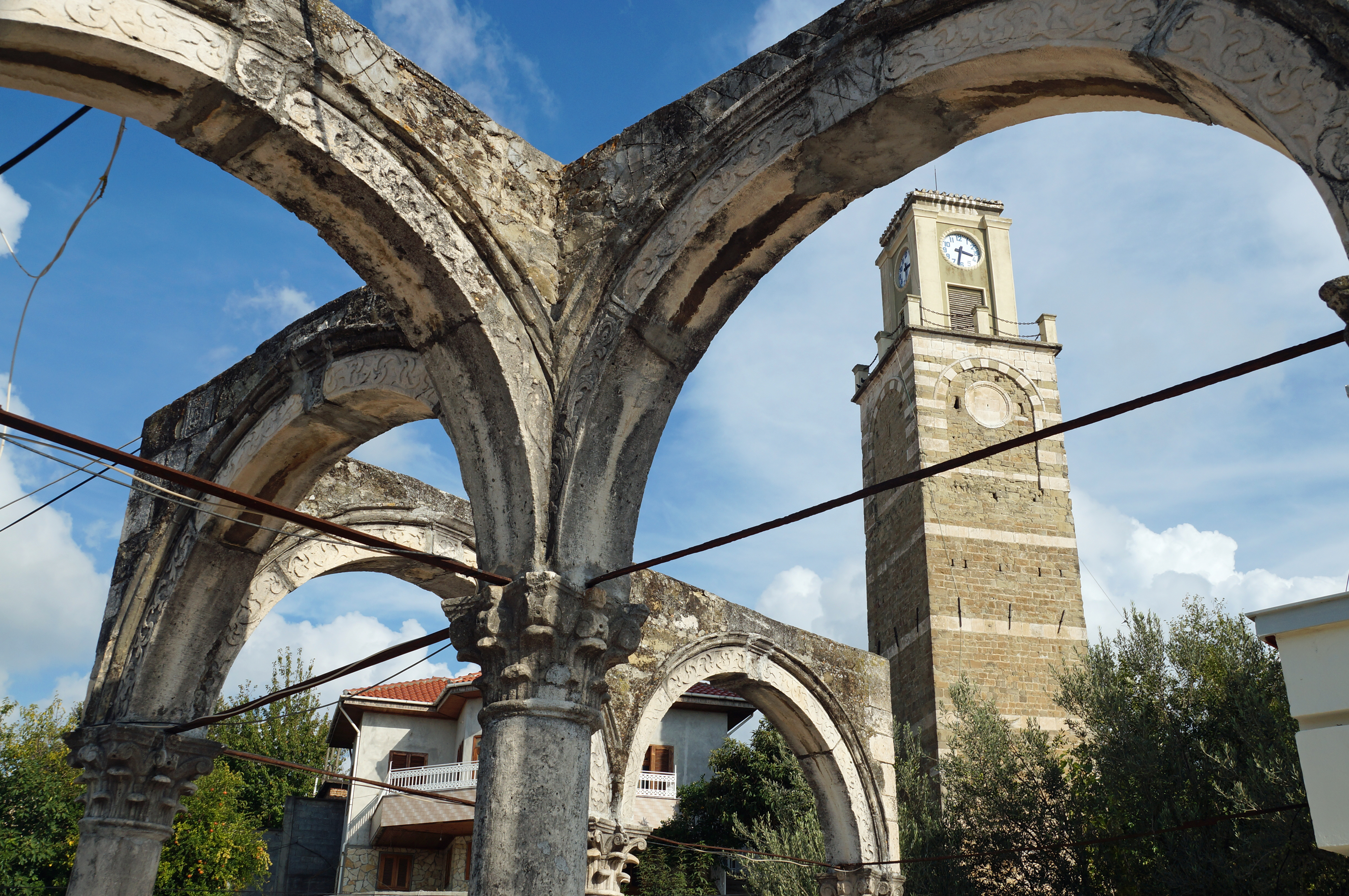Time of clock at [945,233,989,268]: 3:32
